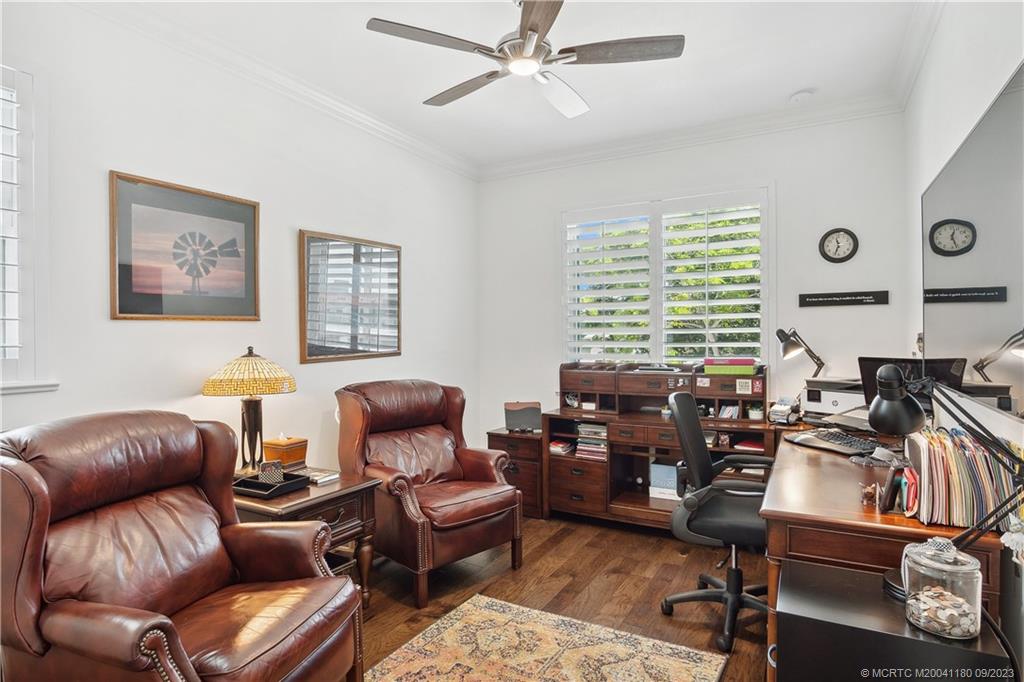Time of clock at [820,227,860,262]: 11:33
